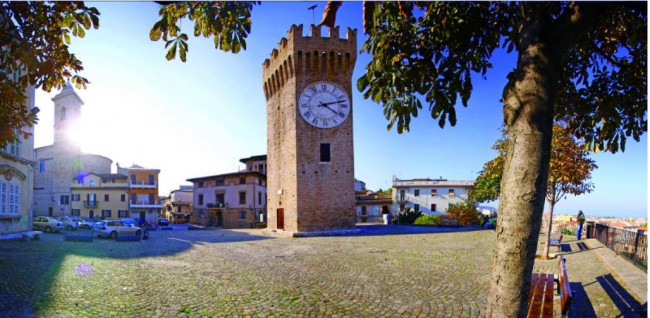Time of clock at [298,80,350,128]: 4:12
